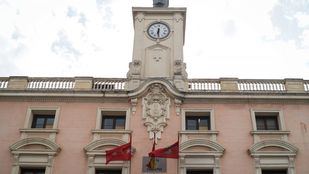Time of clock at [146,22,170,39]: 6:29
